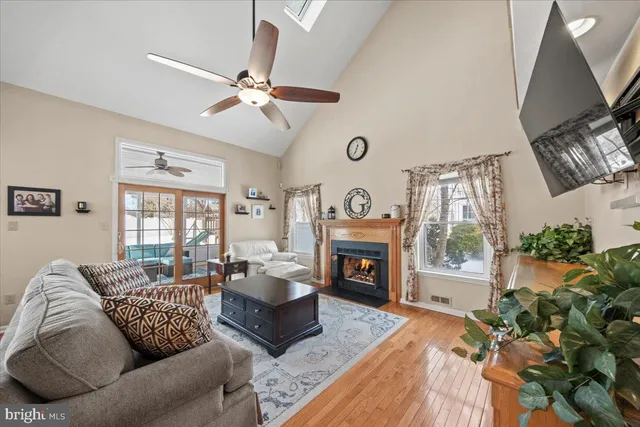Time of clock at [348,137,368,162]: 12:34
